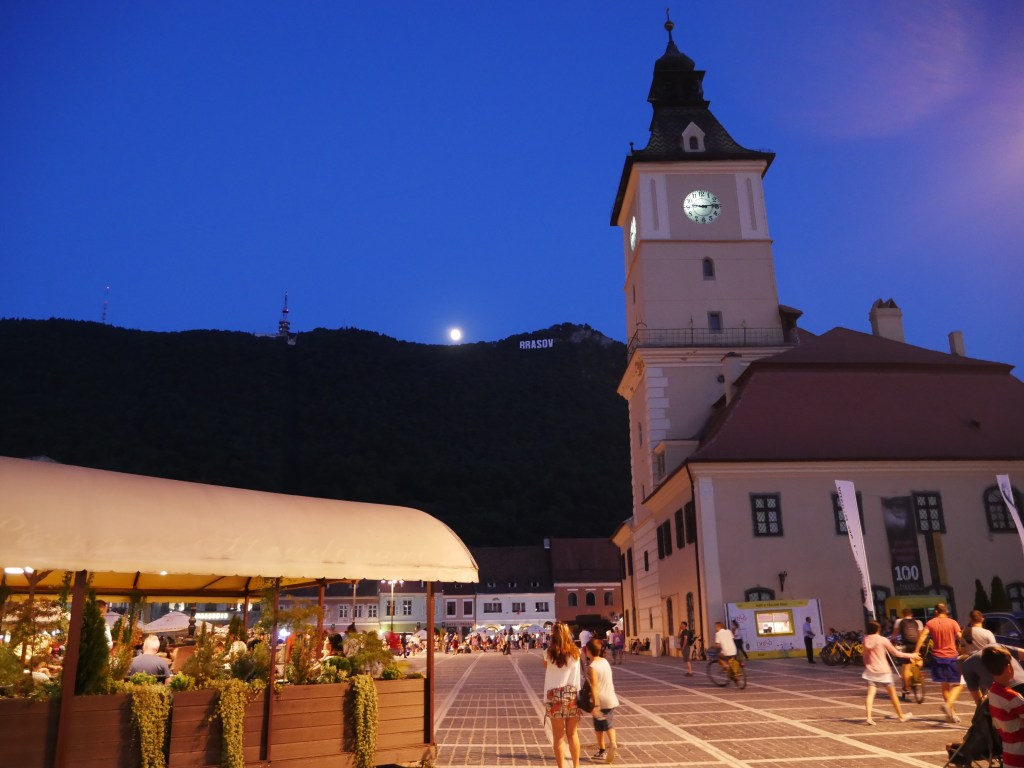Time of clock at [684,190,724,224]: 9:14
